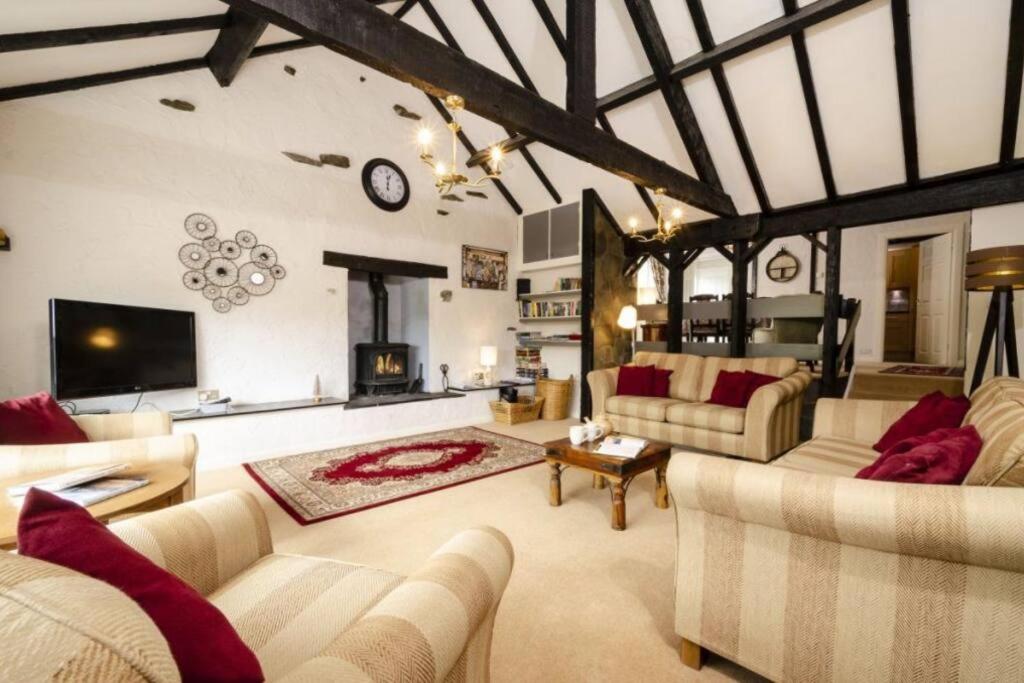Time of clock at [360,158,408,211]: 12:03
